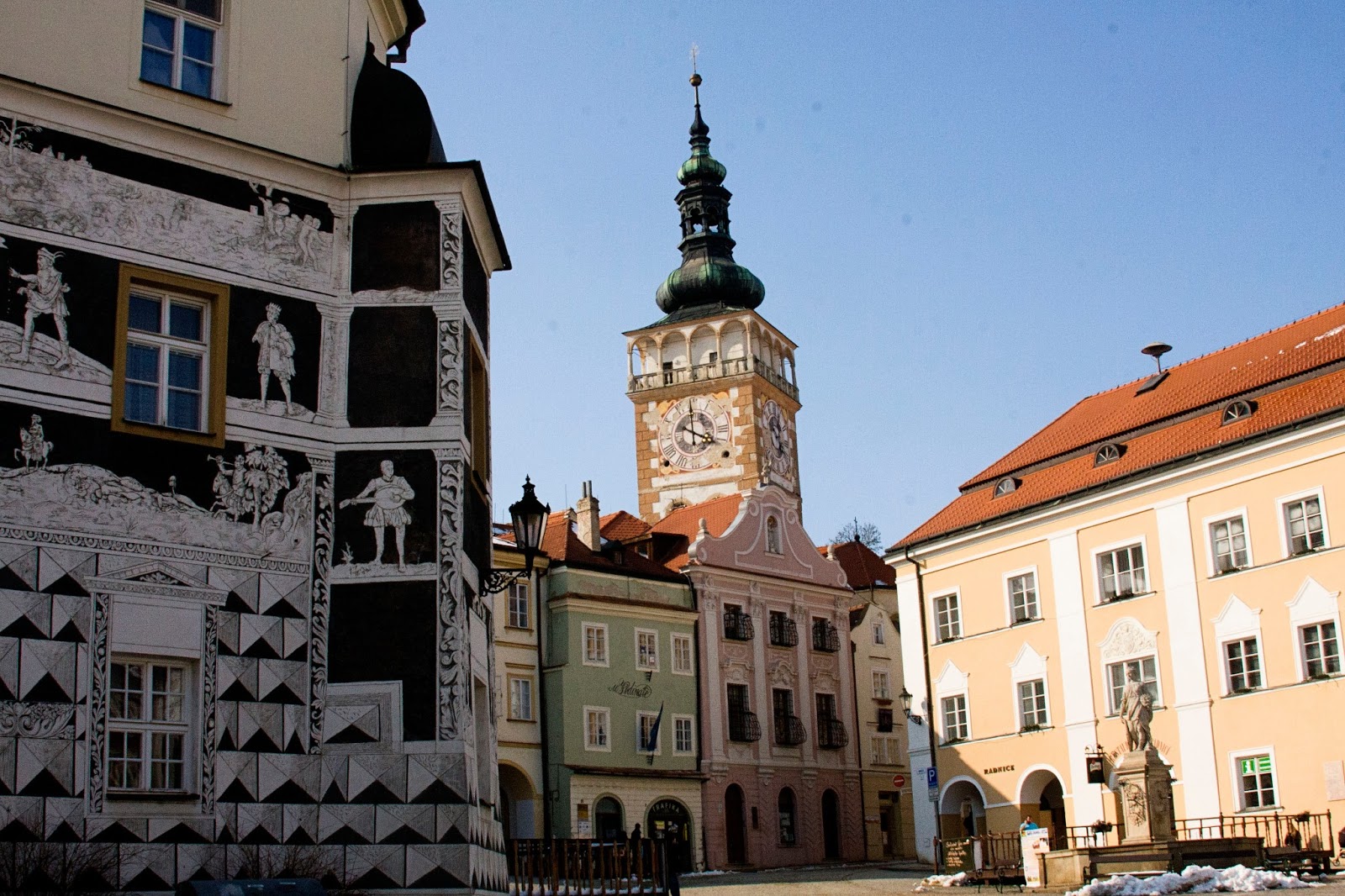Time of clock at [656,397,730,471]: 3:59
